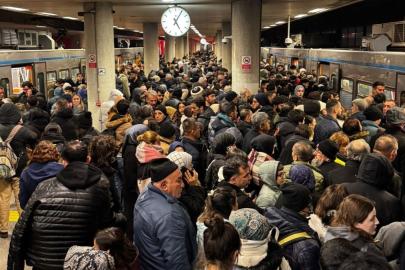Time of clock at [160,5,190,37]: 5:05
